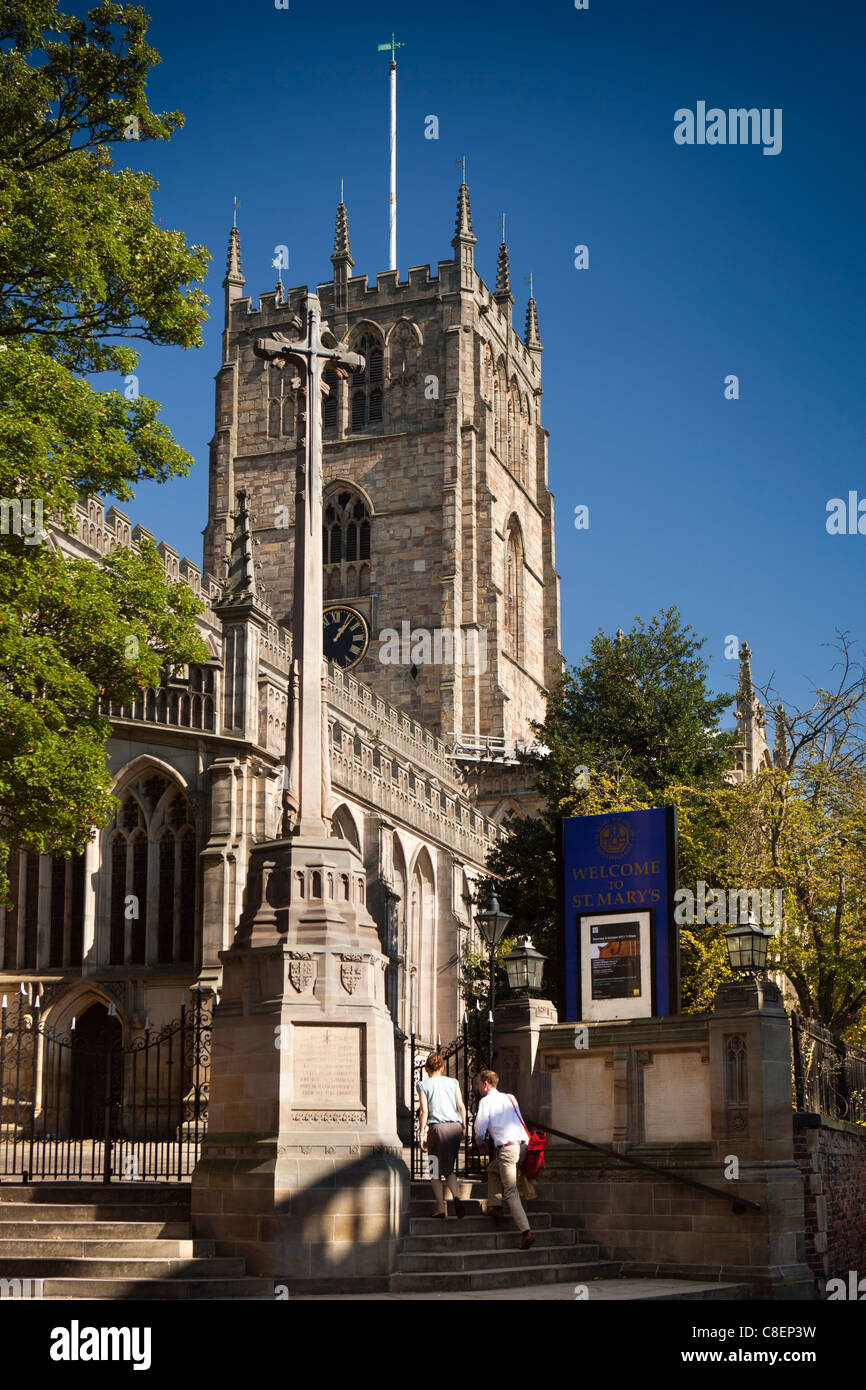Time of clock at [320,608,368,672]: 1:07
